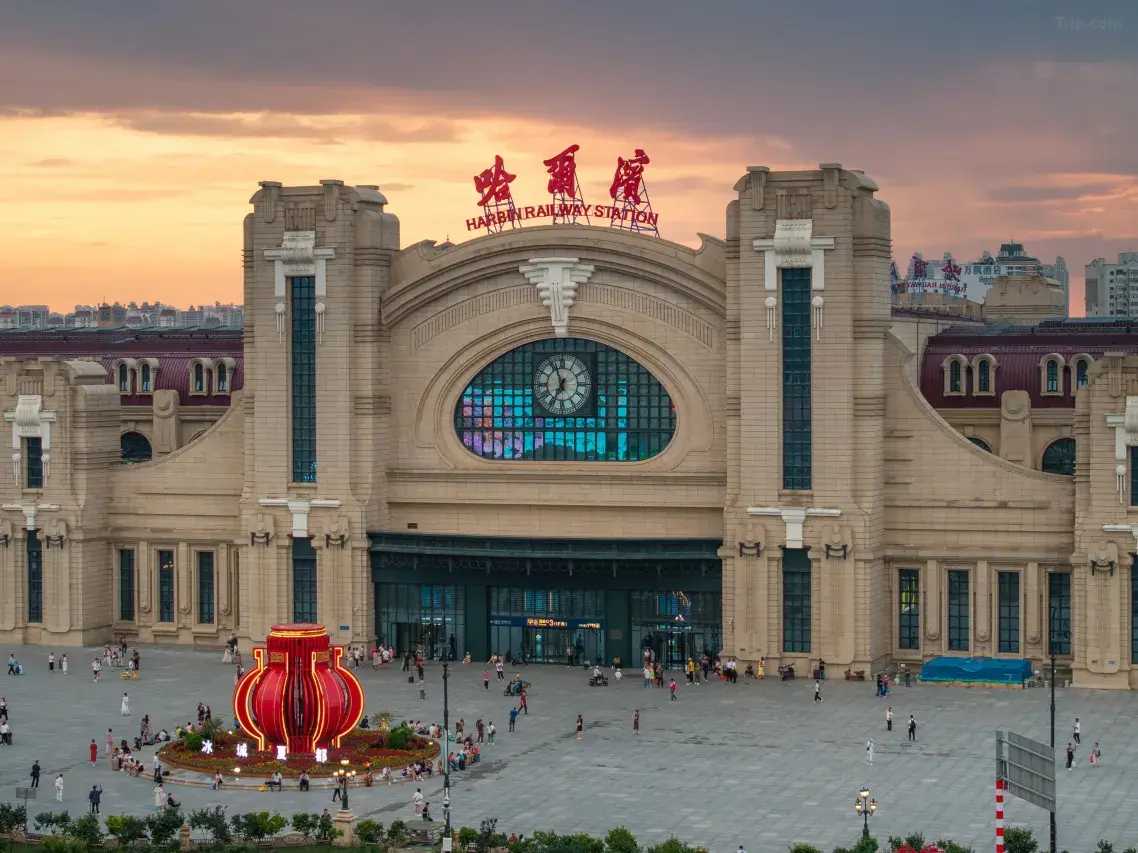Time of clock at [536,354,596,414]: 6:56
